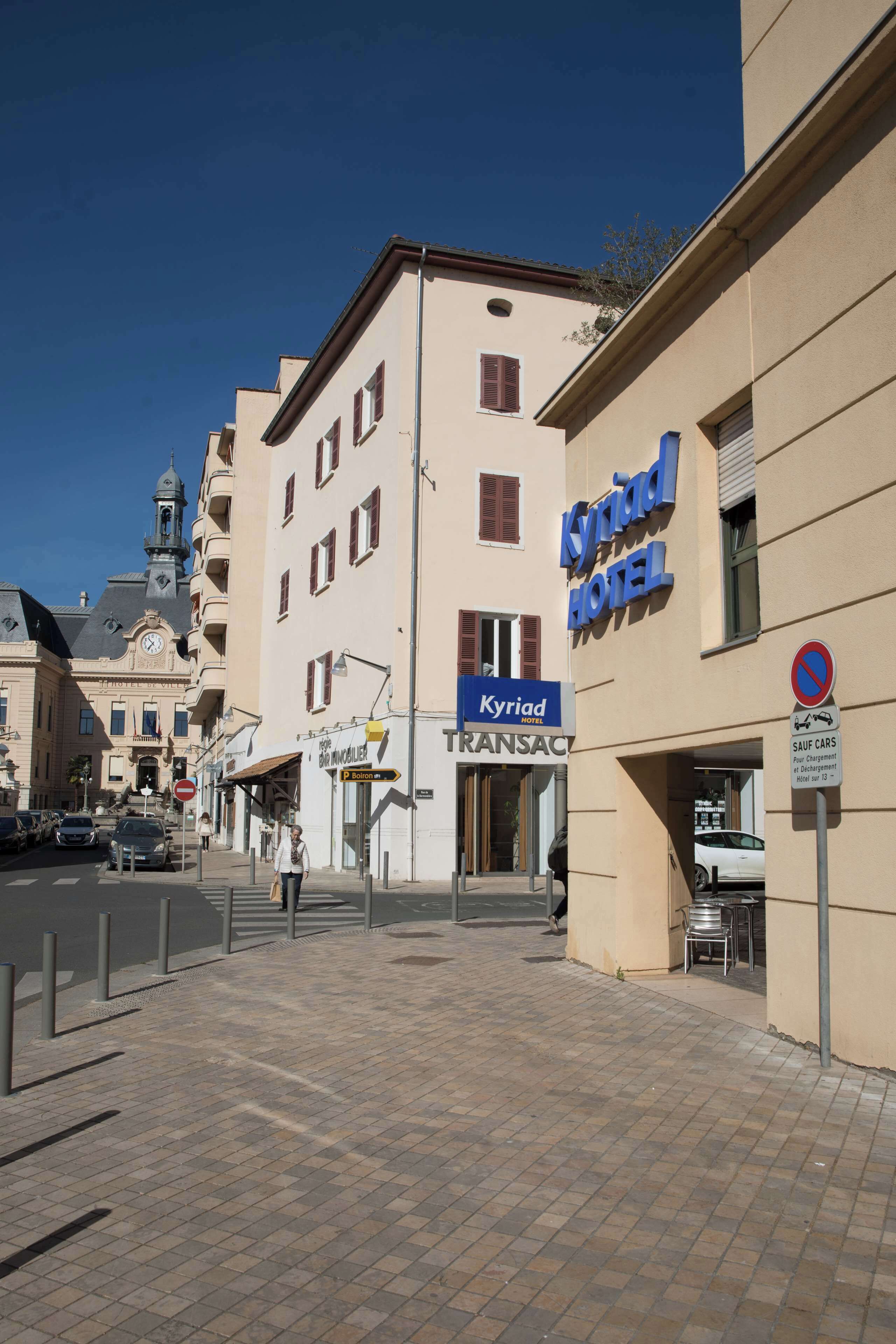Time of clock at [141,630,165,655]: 10:36
